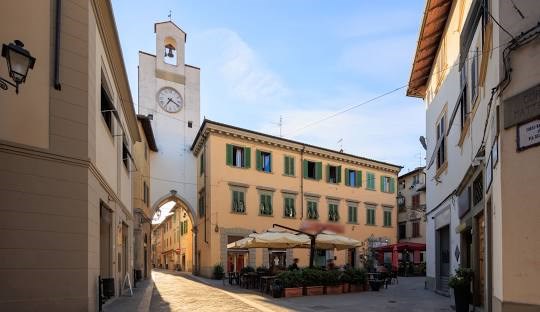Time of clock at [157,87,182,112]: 7:18
